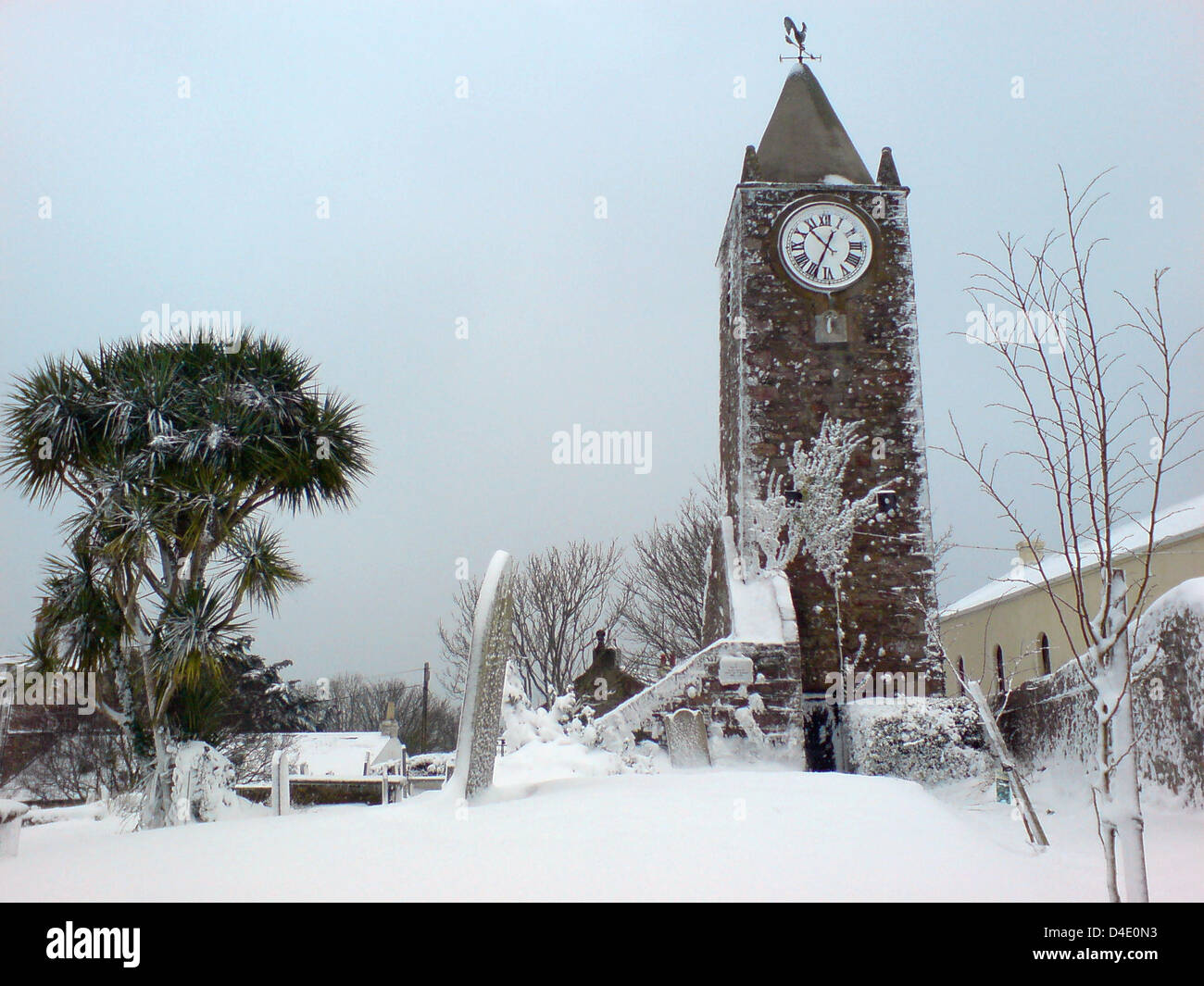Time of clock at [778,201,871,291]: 10:34
